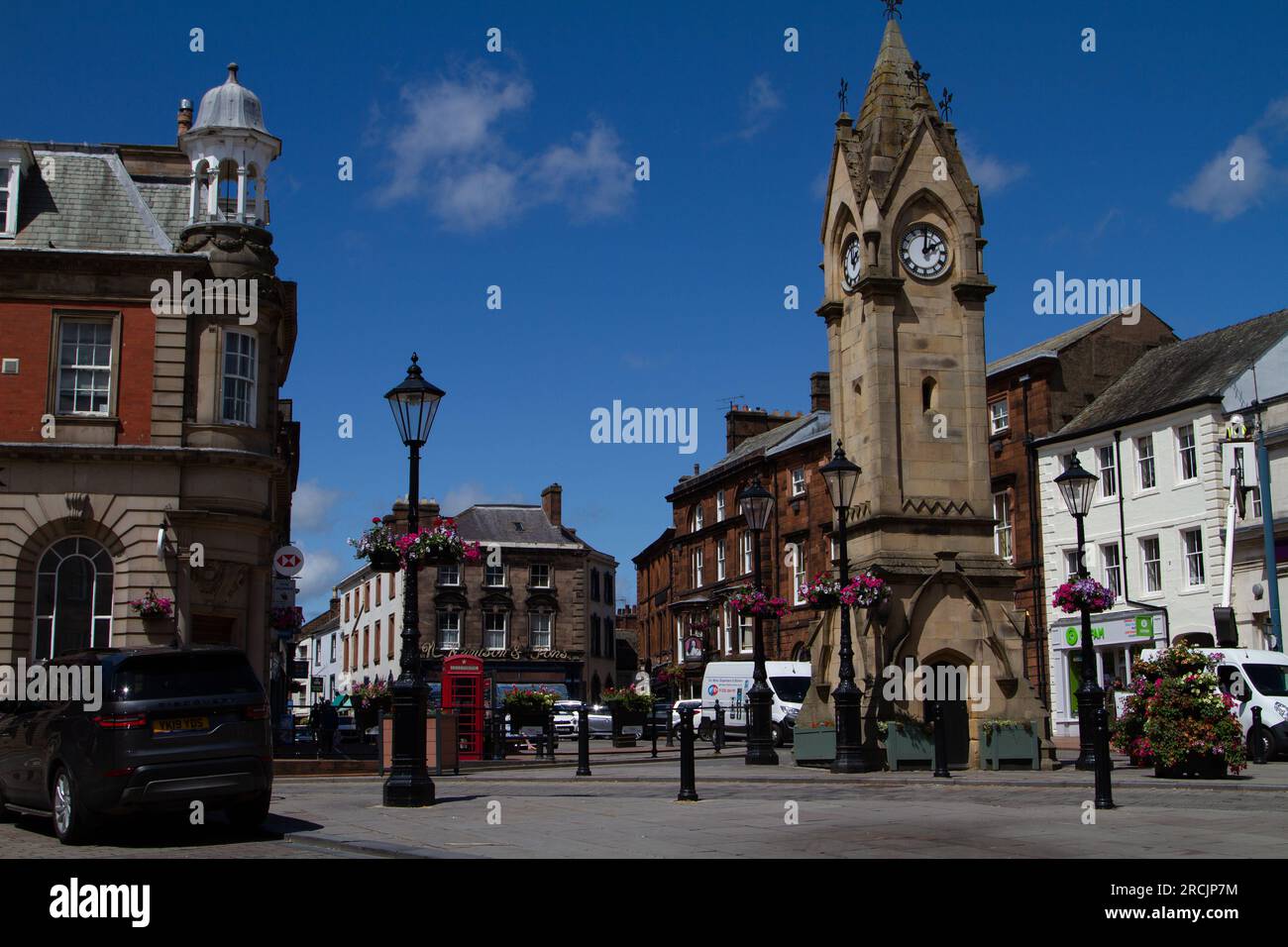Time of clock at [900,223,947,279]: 2:01
